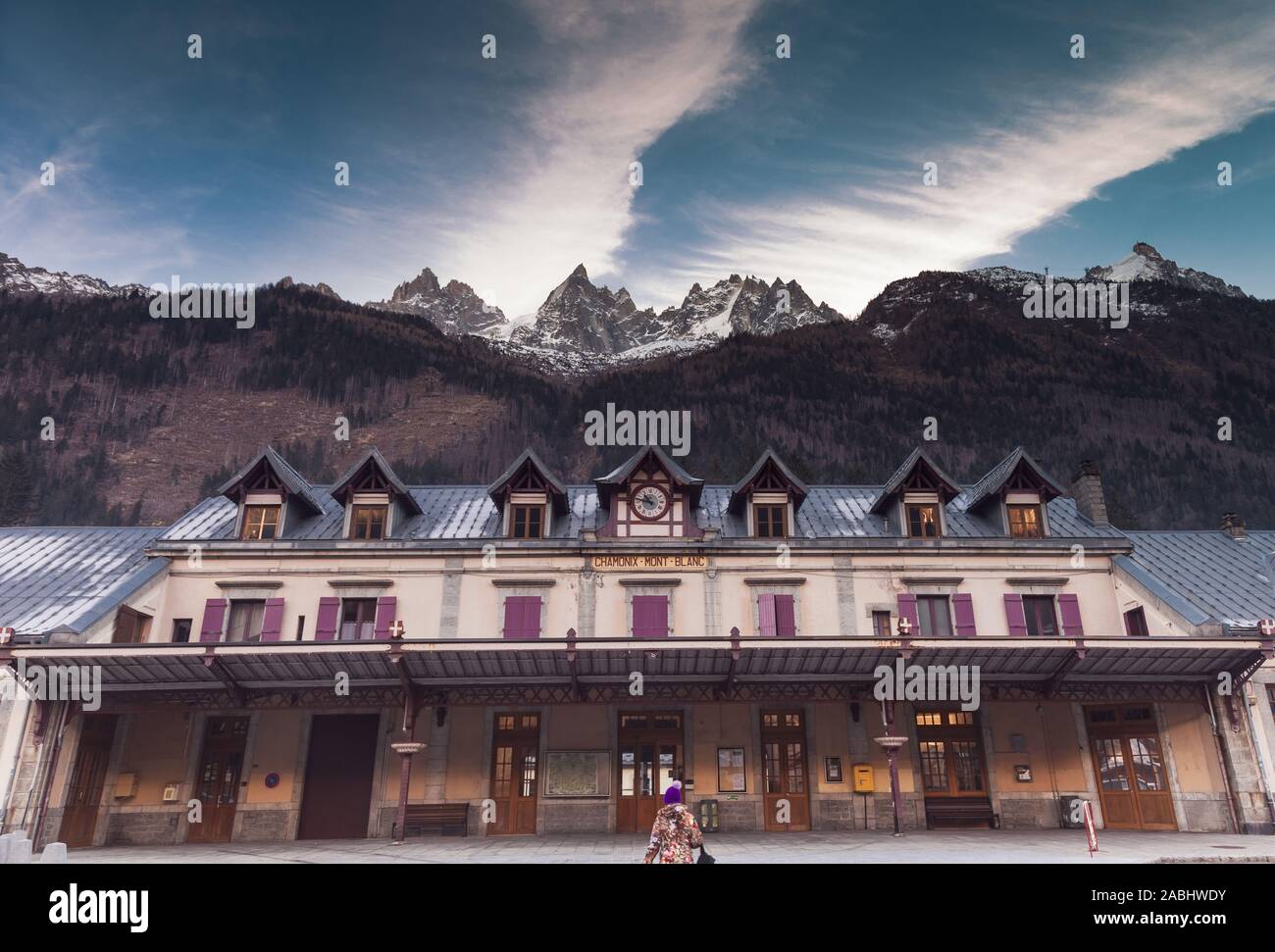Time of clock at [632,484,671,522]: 10:47
